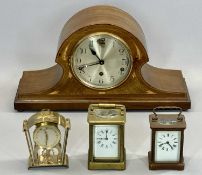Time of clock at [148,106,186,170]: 8:21
